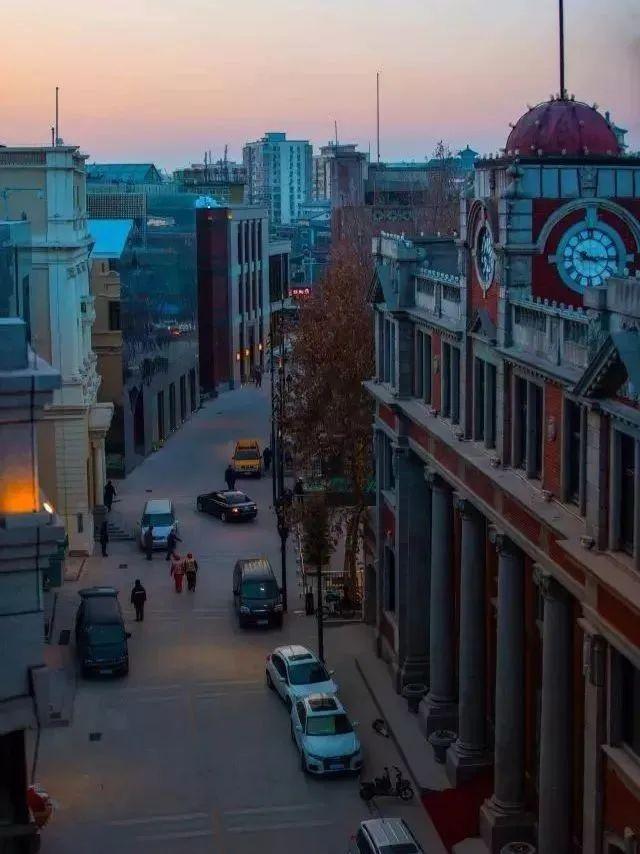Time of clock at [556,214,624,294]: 9:15
